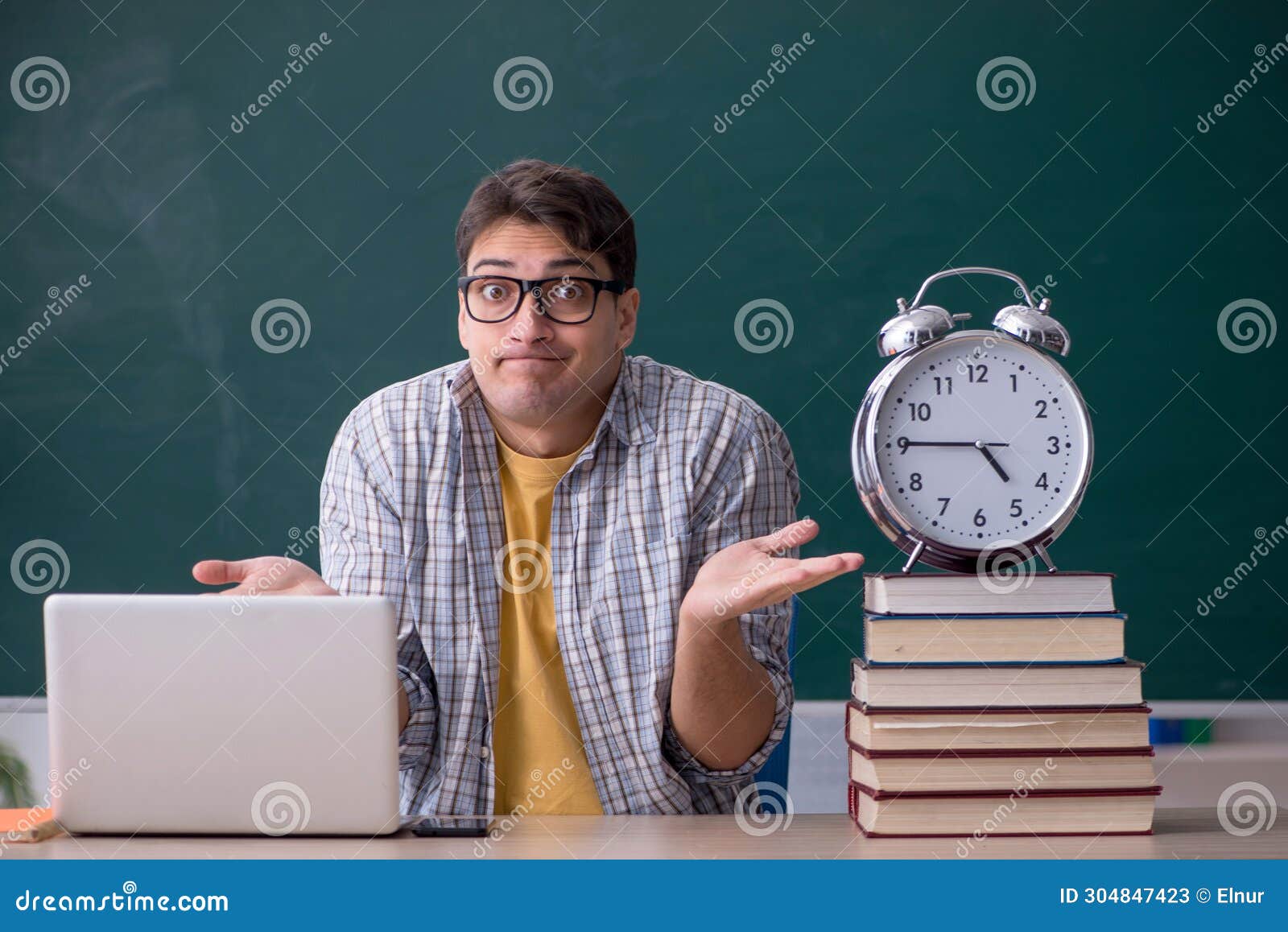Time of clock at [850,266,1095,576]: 4:45
